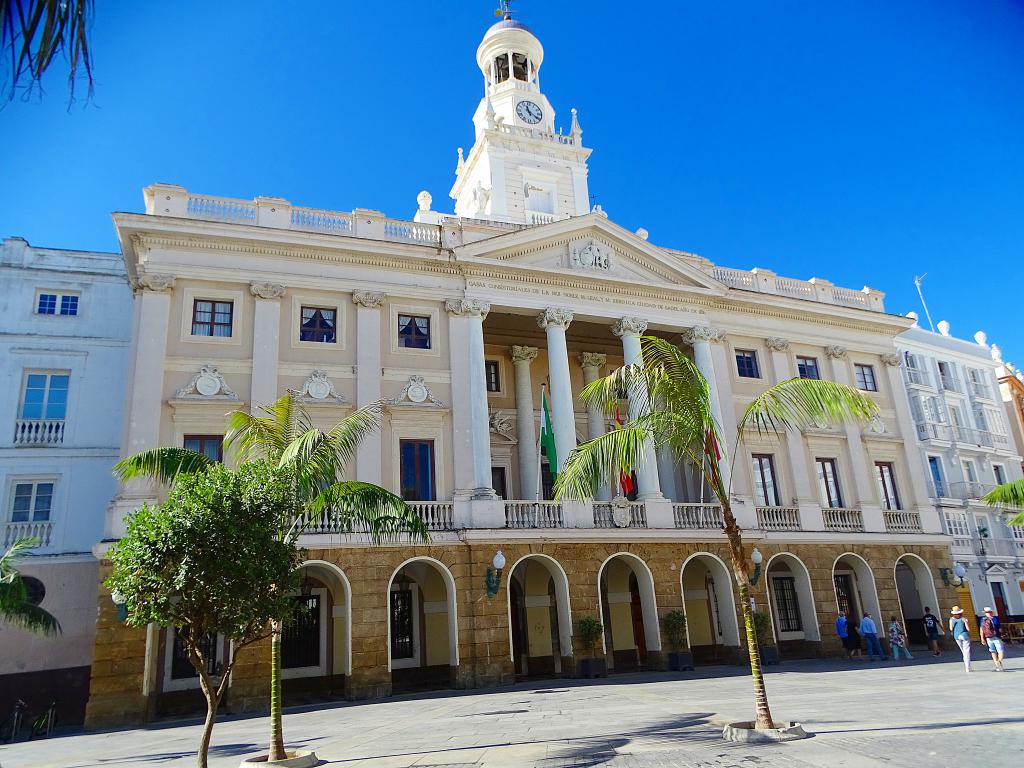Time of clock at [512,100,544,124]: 11:20
